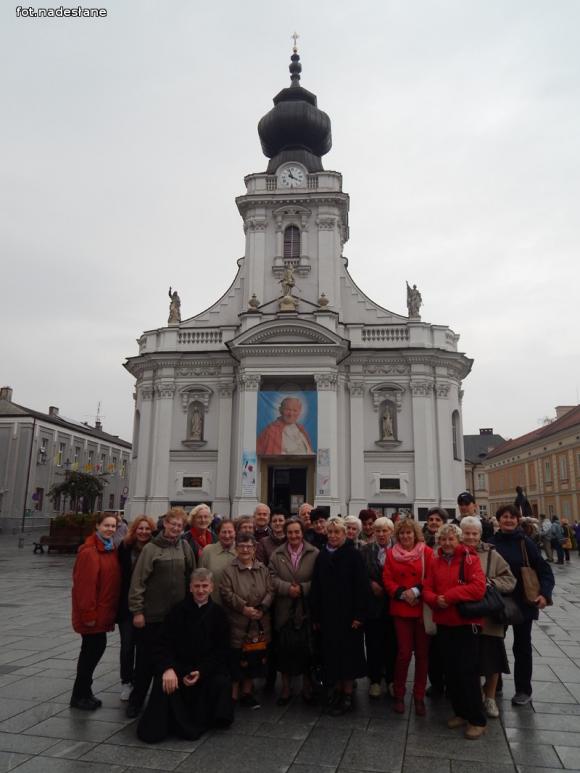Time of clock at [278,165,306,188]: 3:57
